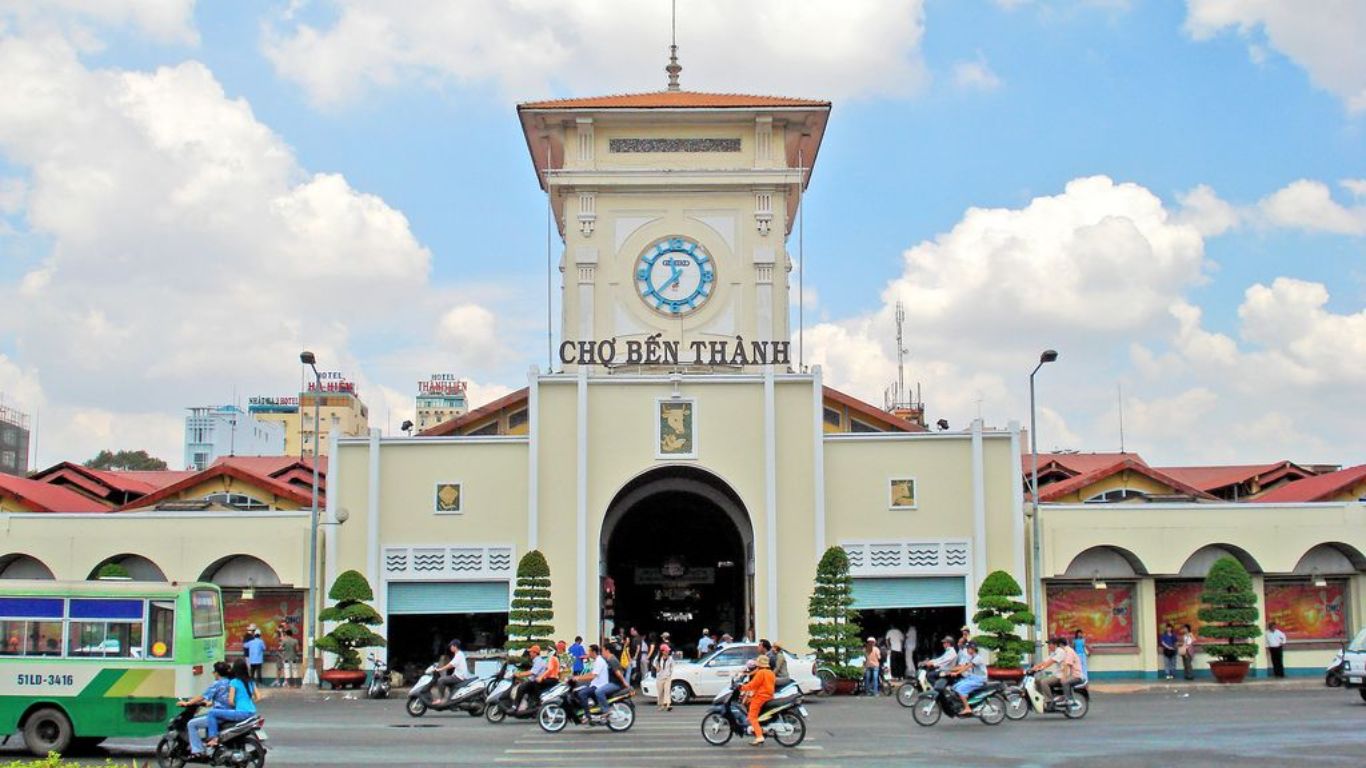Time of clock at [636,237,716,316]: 11:37
